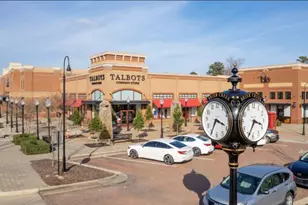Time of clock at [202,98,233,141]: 3:34
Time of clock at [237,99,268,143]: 3:34
